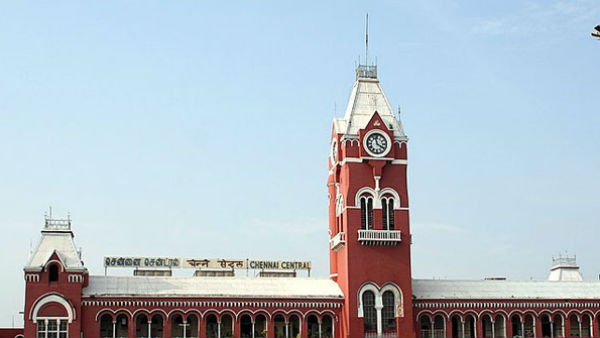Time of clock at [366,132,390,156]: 3:57
